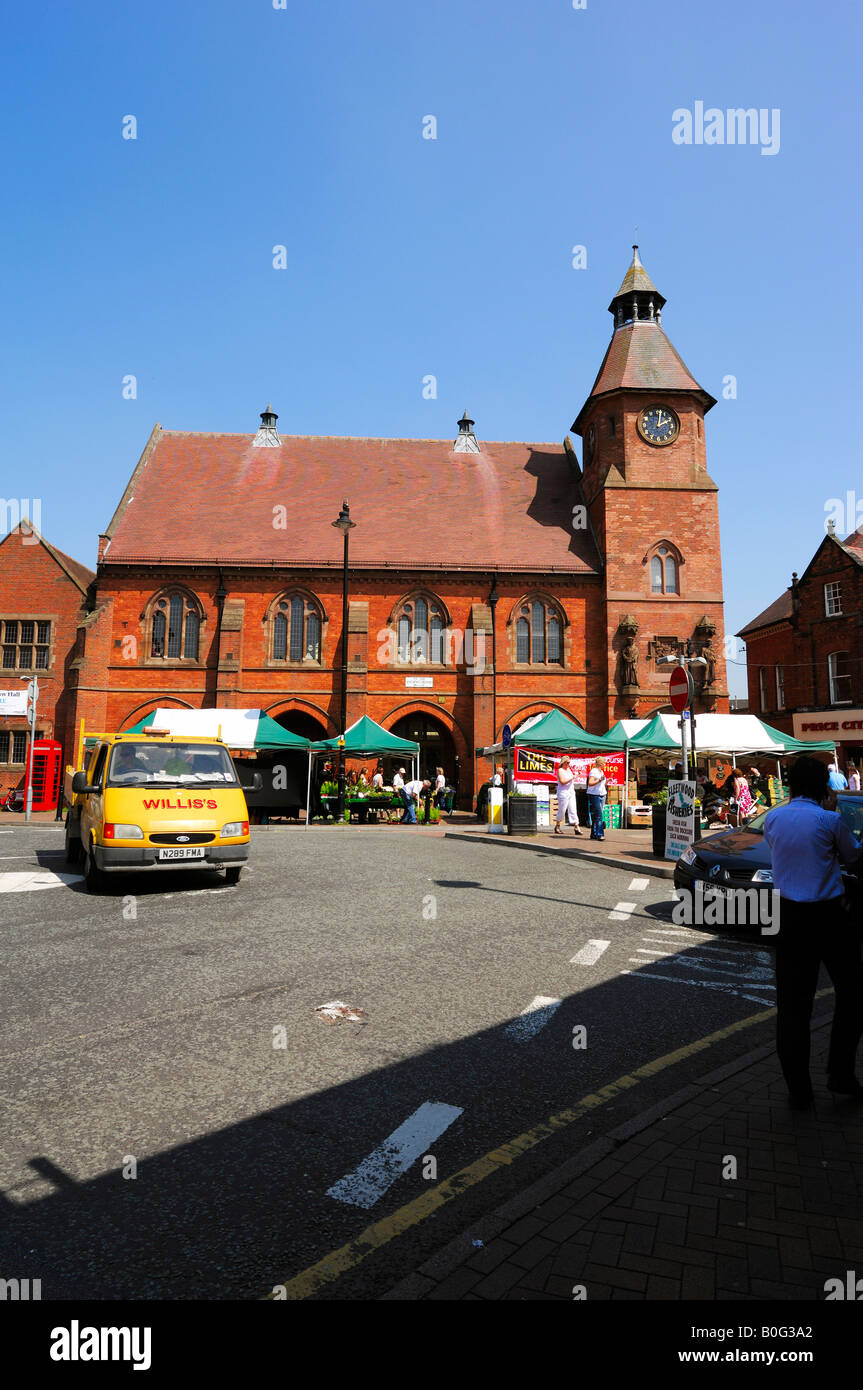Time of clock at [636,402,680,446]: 2:01
